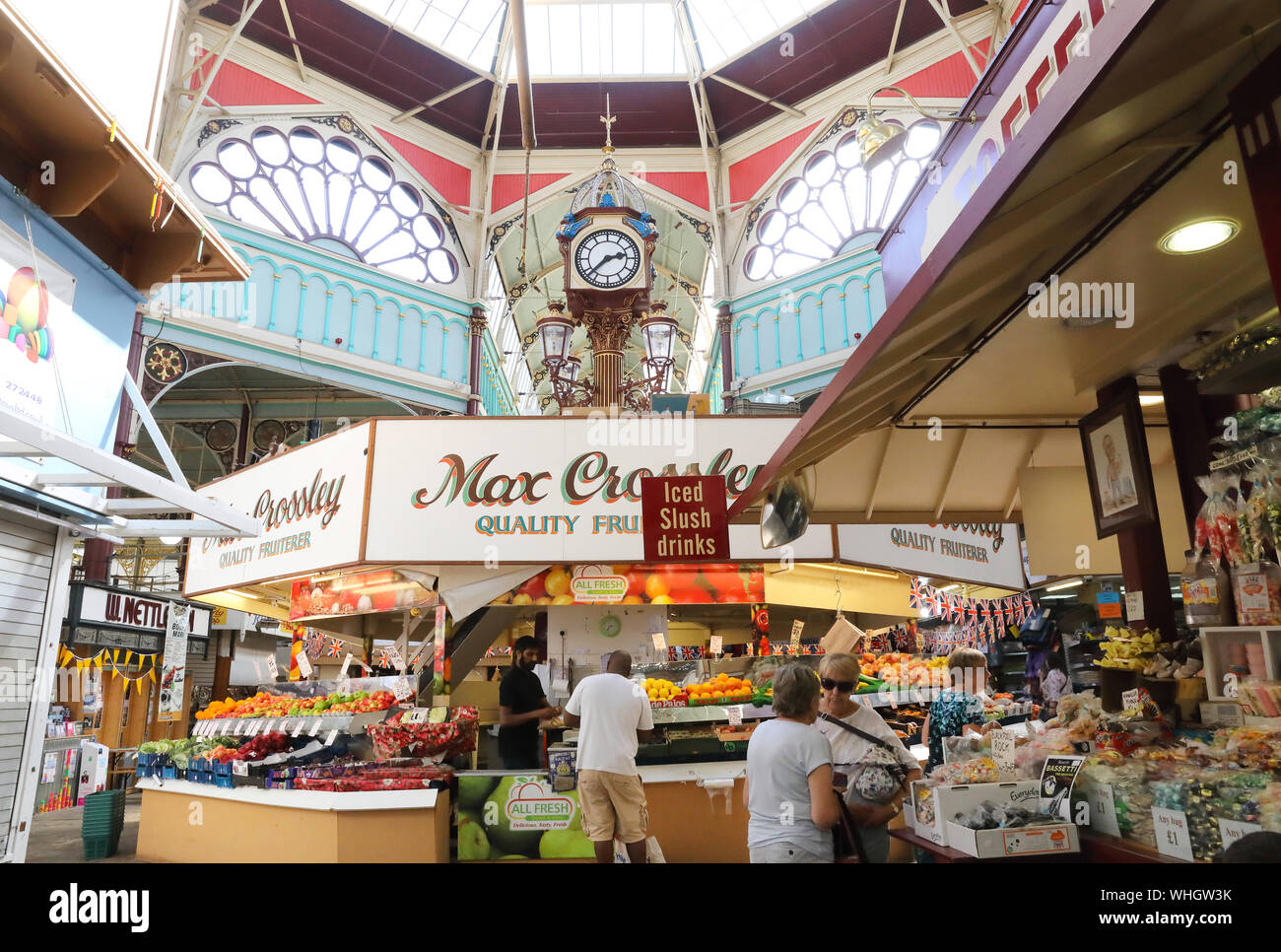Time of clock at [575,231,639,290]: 2:37
